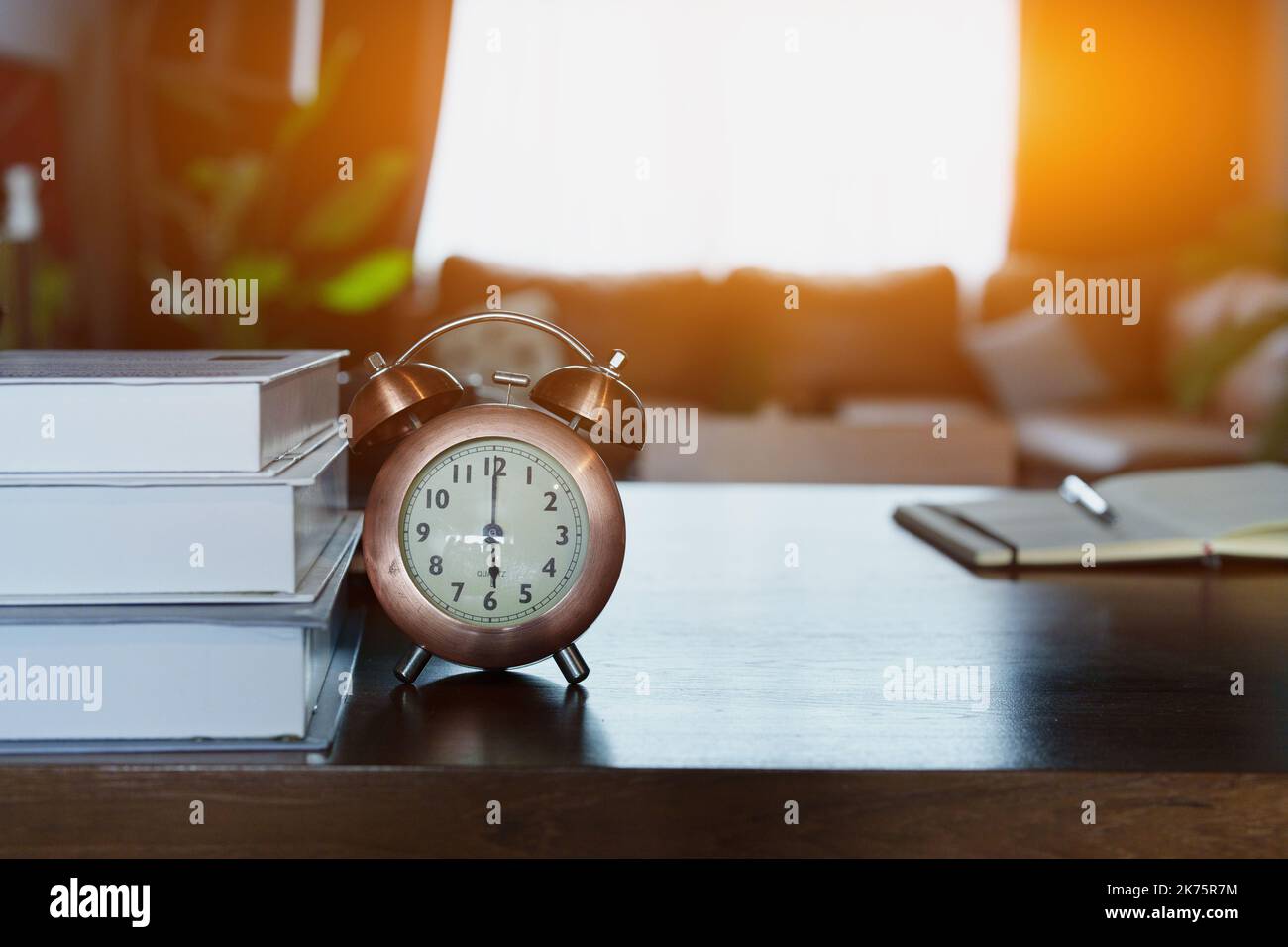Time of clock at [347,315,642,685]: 6:00
